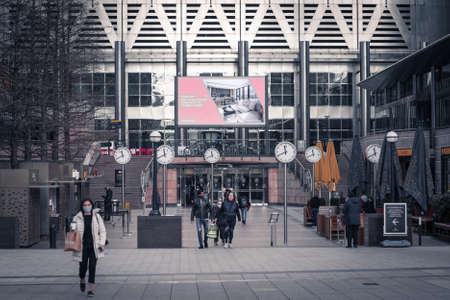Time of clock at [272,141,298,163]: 11:41
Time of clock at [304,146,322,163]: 11:40
